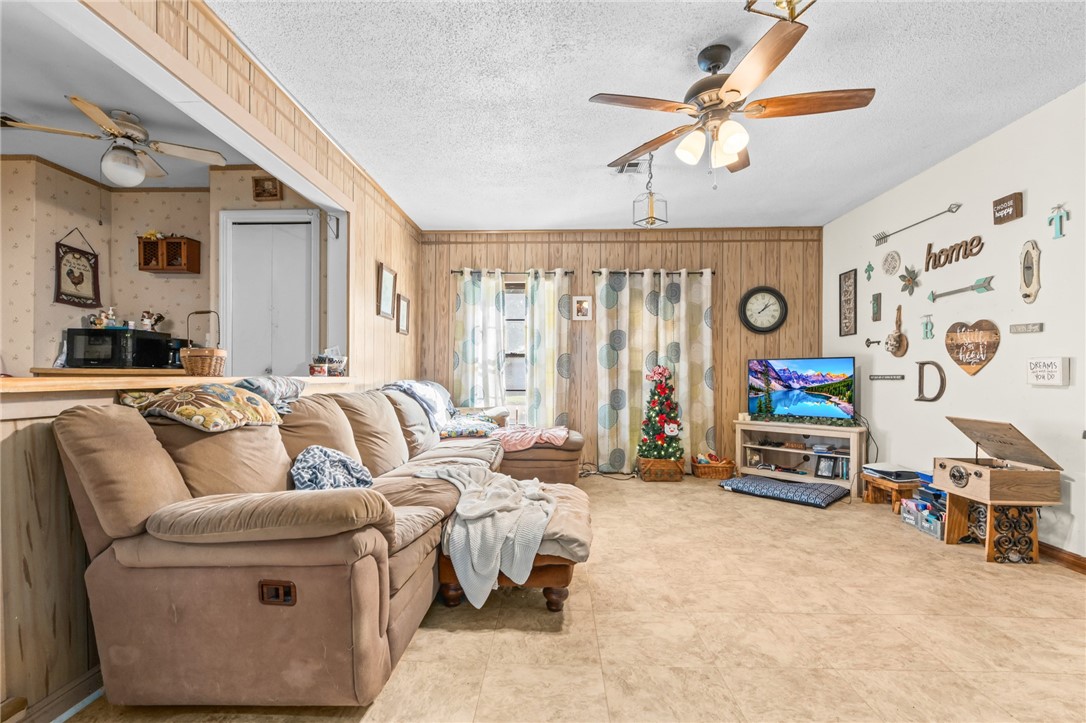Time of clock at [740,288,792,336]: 1:08
